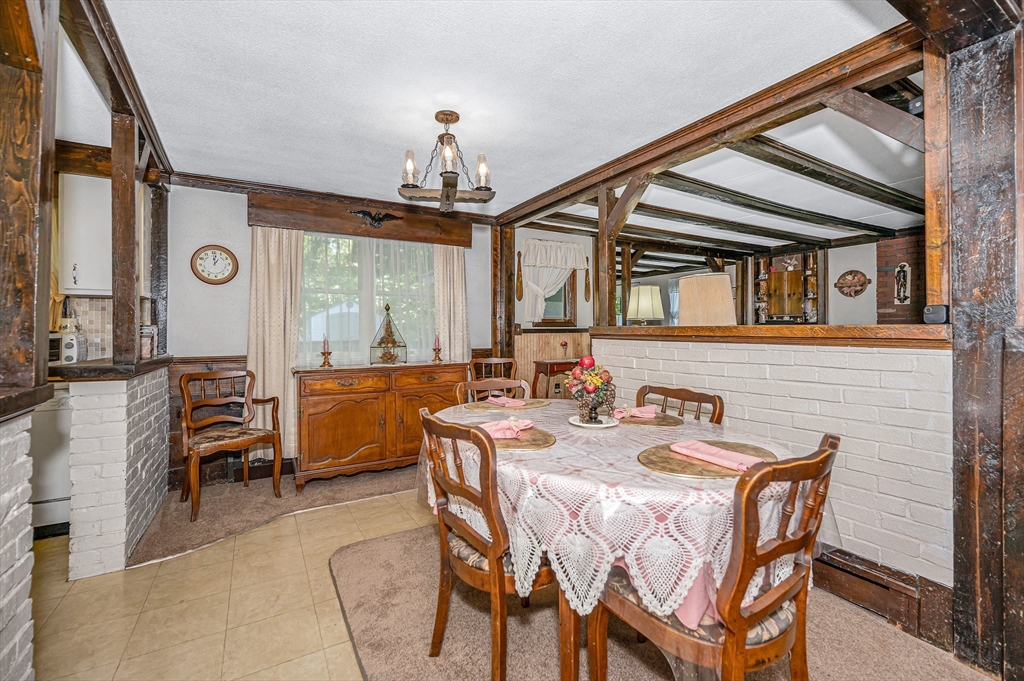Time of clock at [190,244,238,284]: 1:01
